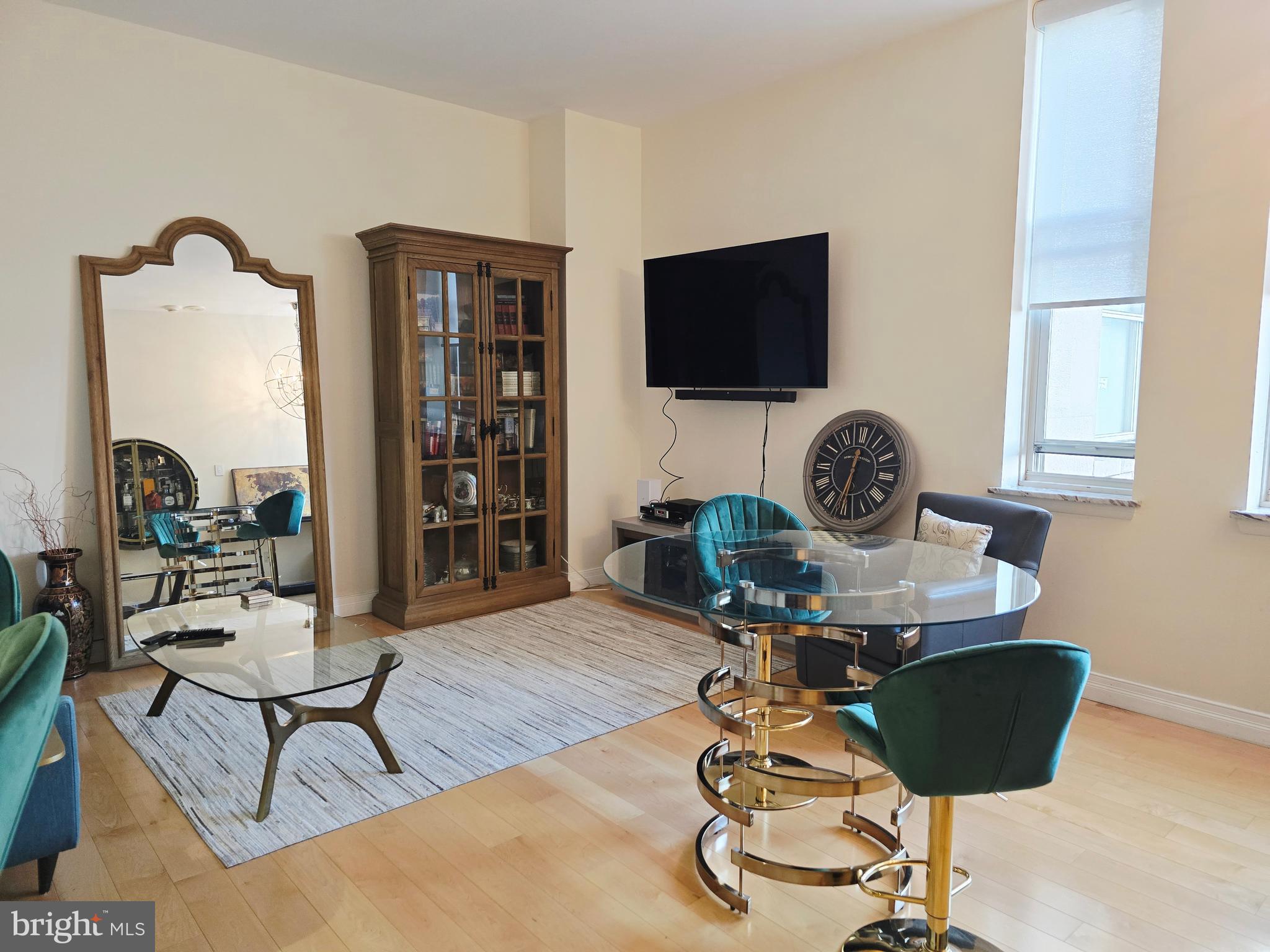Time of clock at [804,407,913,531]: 12:31
